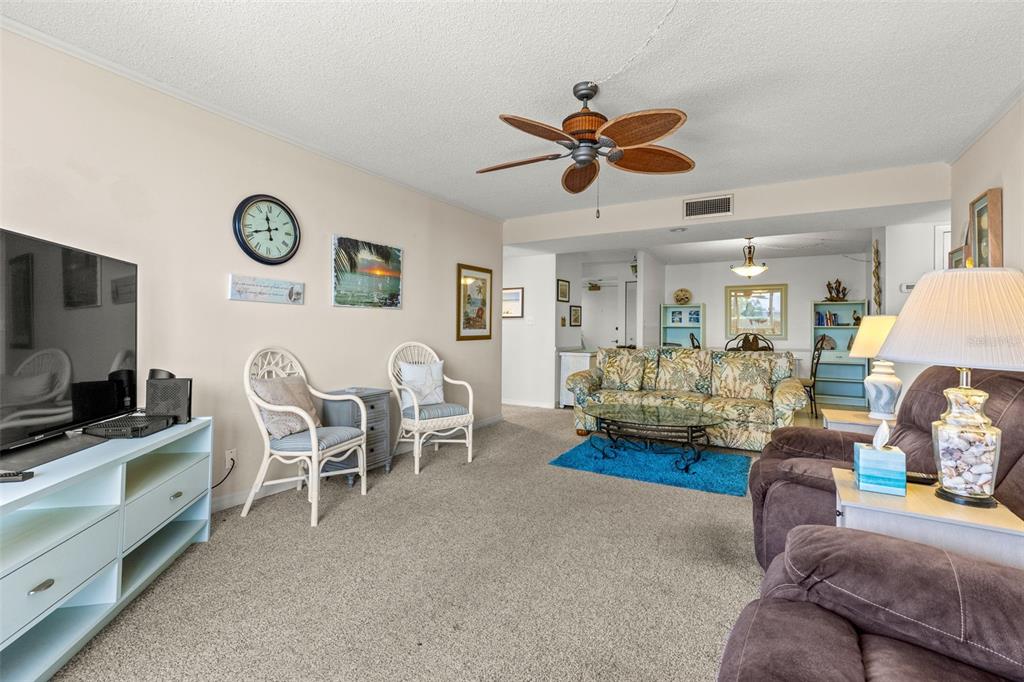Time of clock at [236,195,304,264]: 11:42
